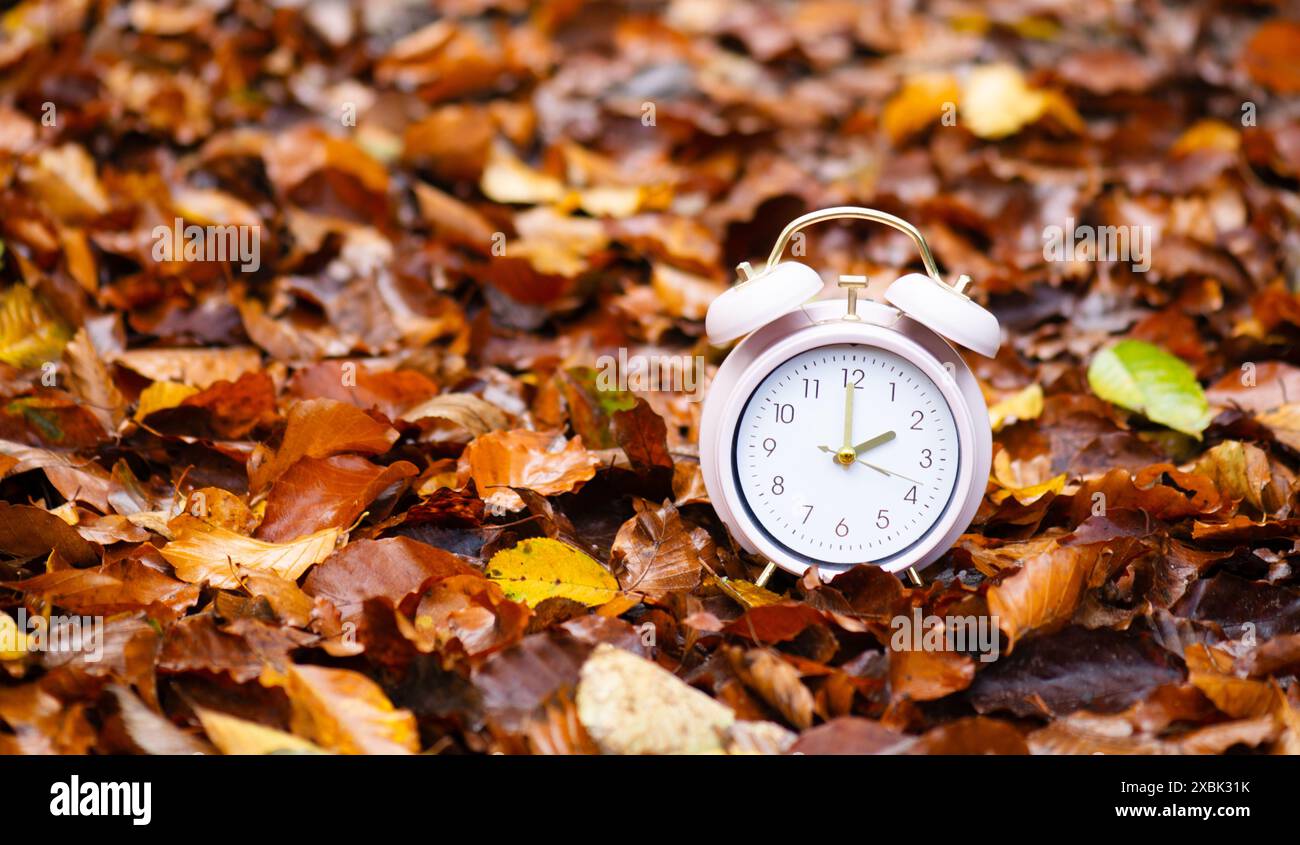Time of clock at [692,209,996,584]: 2:00
